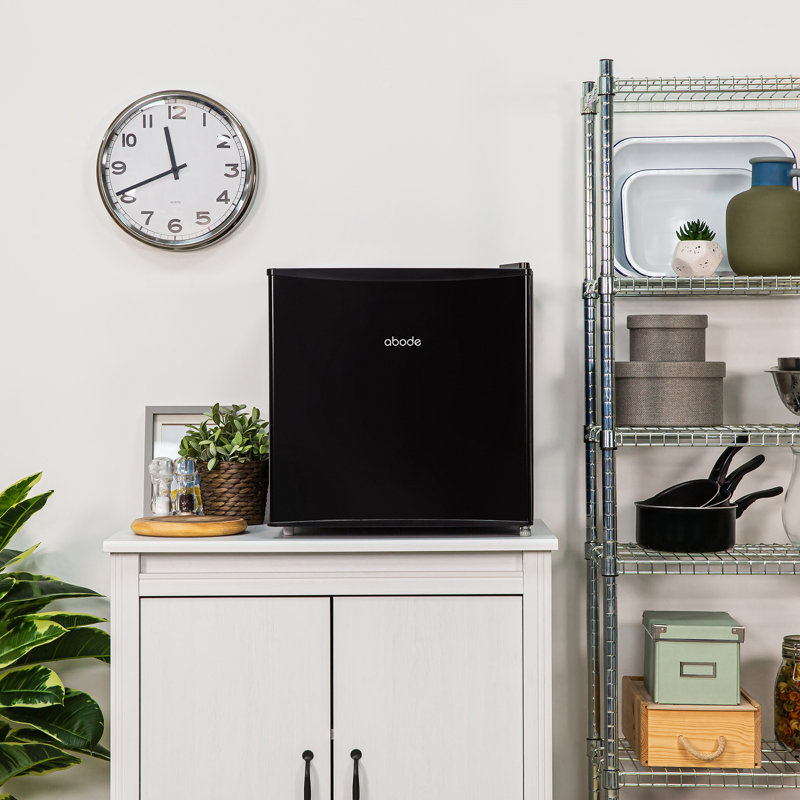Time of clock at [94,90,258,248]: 11:40
